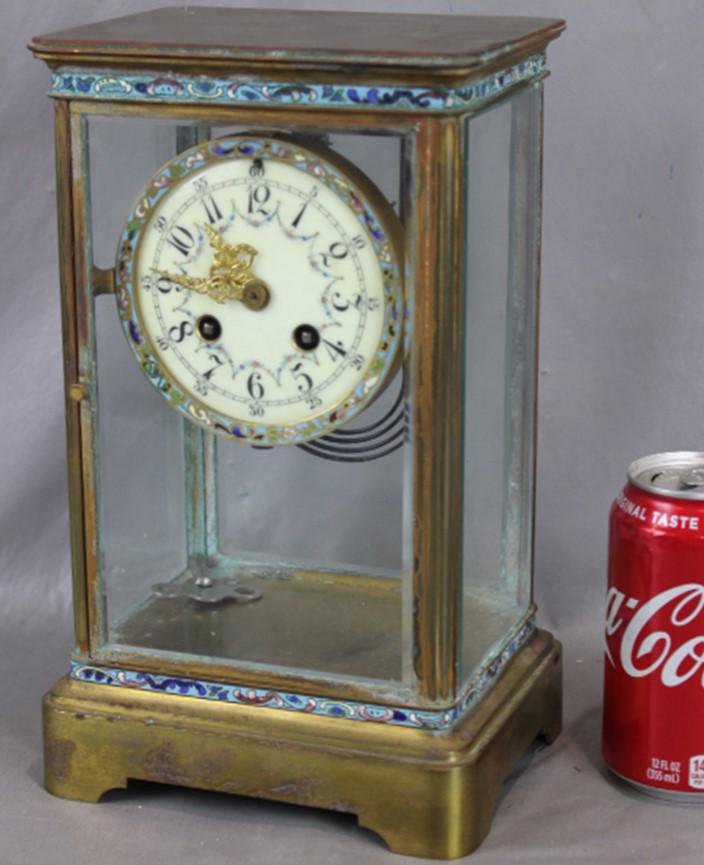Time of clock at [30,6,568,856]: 10:45
